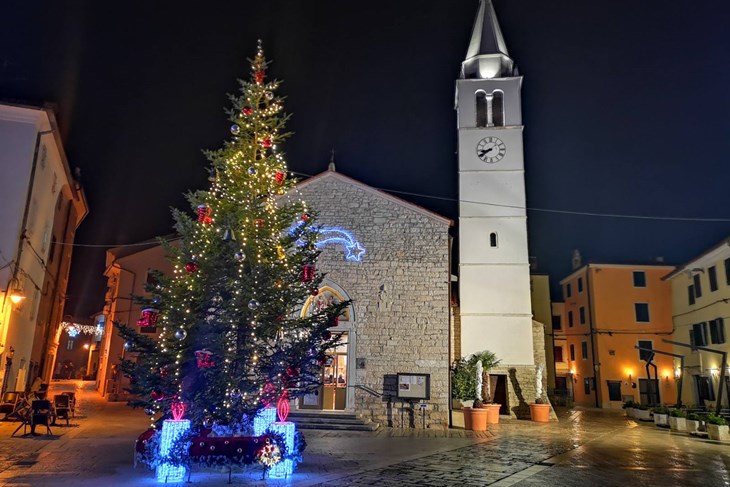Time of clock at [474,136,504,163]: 8:39
